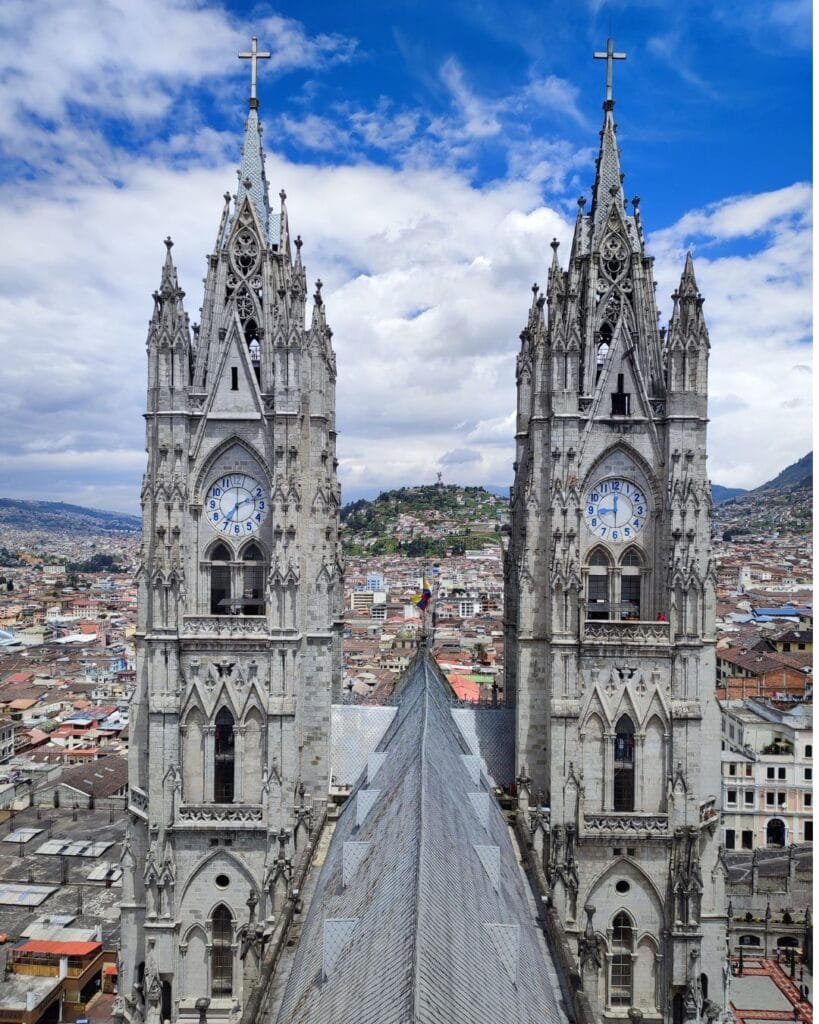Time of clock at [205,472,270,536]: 2:35
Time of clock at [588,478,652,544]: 8:59
